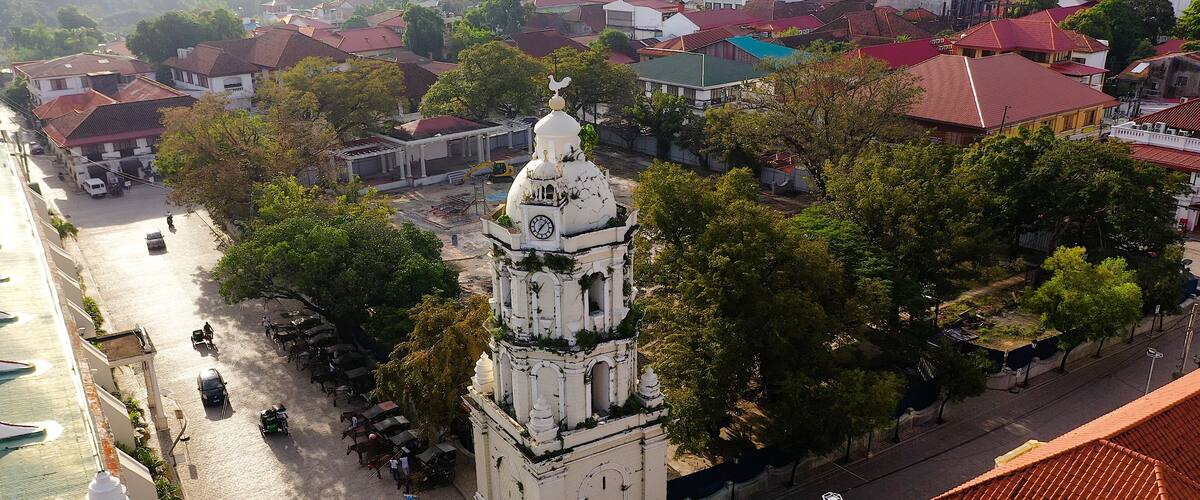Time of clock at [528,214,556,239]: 7:07
